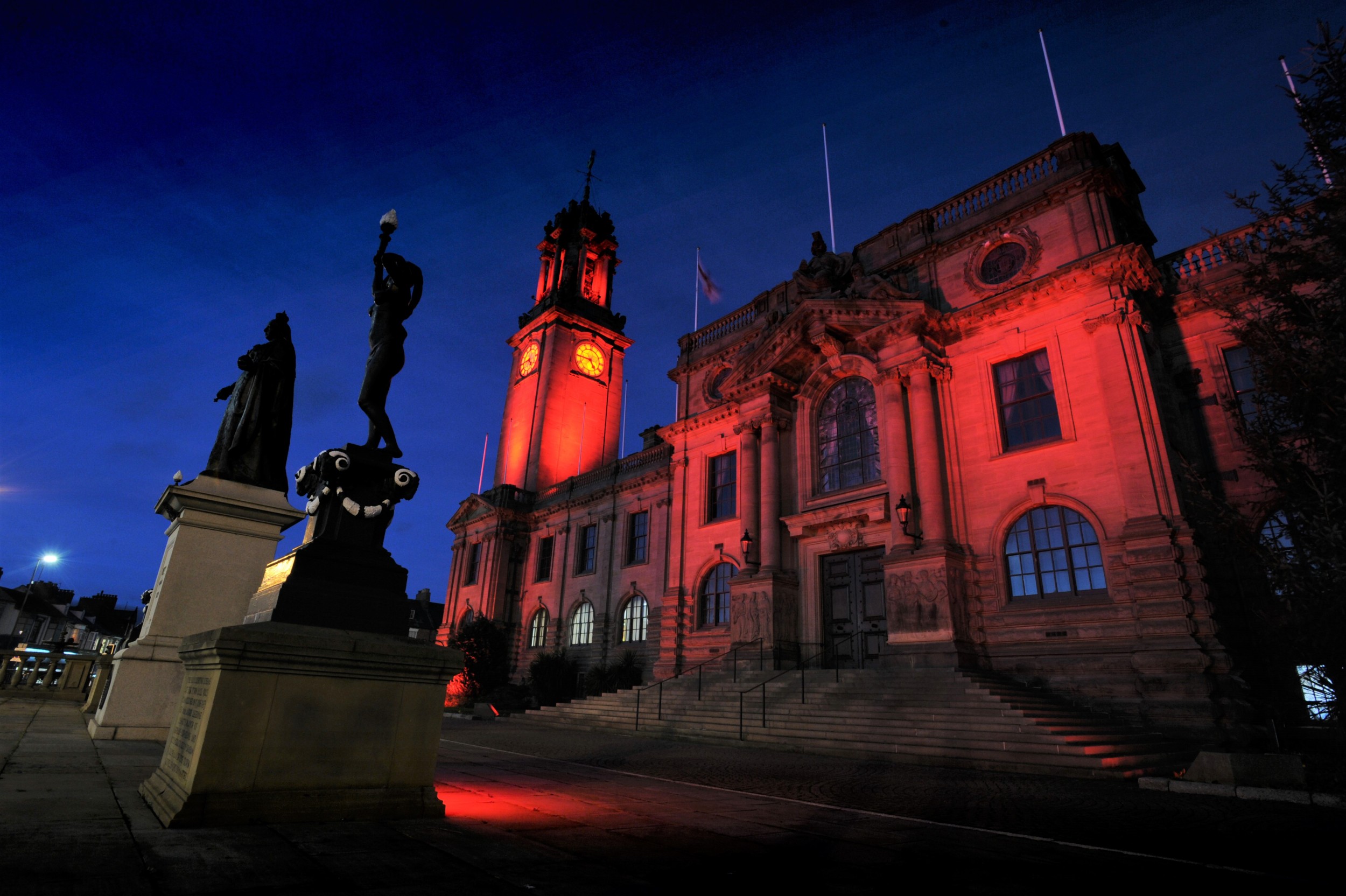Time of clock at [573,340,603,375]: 4:45
